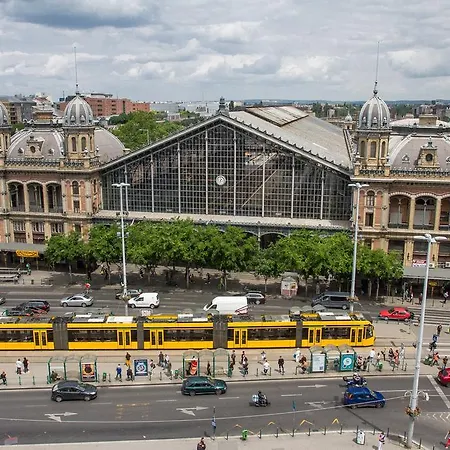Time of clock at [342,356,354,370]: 10:36
